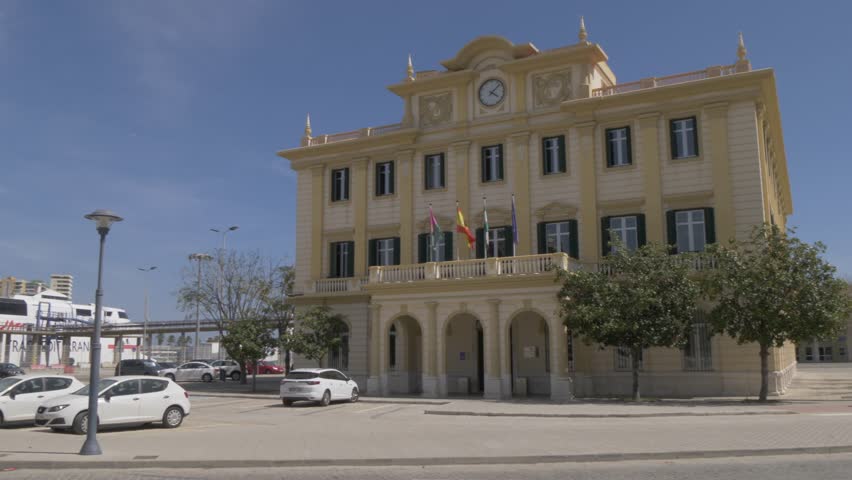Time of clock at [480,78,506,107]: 4:07
